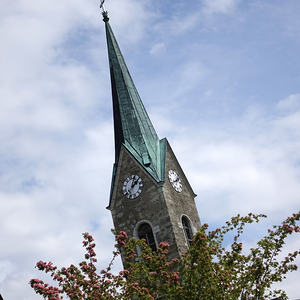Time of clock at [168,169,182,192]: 1:40
